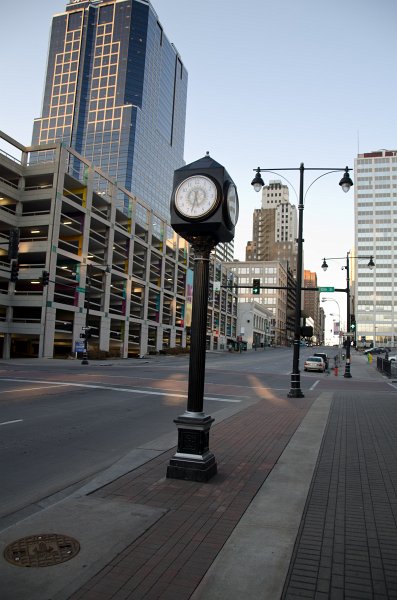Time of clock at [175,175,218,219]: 5:32
